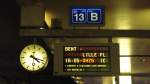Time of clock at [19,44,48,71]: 4:18
